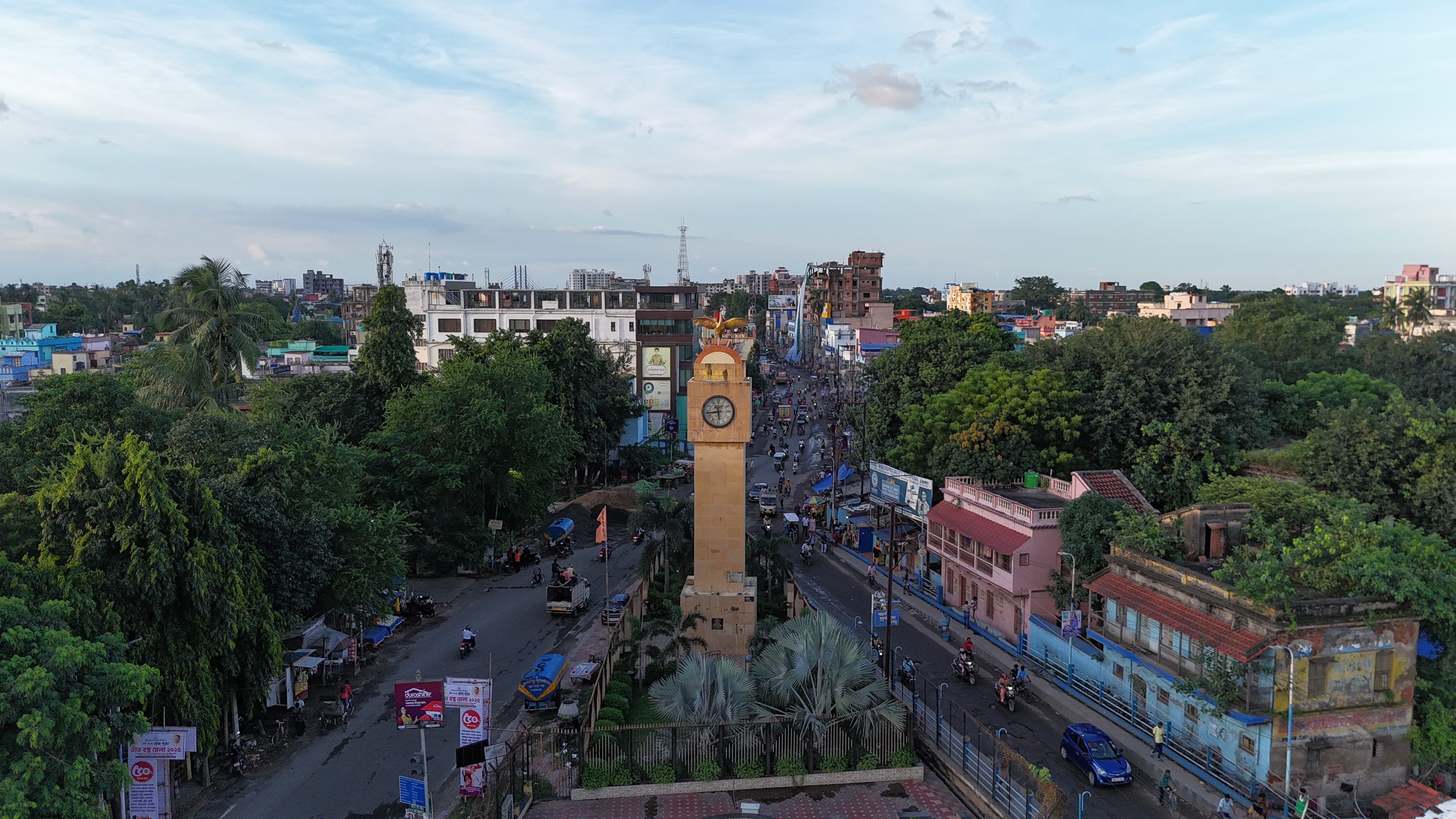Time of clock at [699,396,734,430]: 5:43
